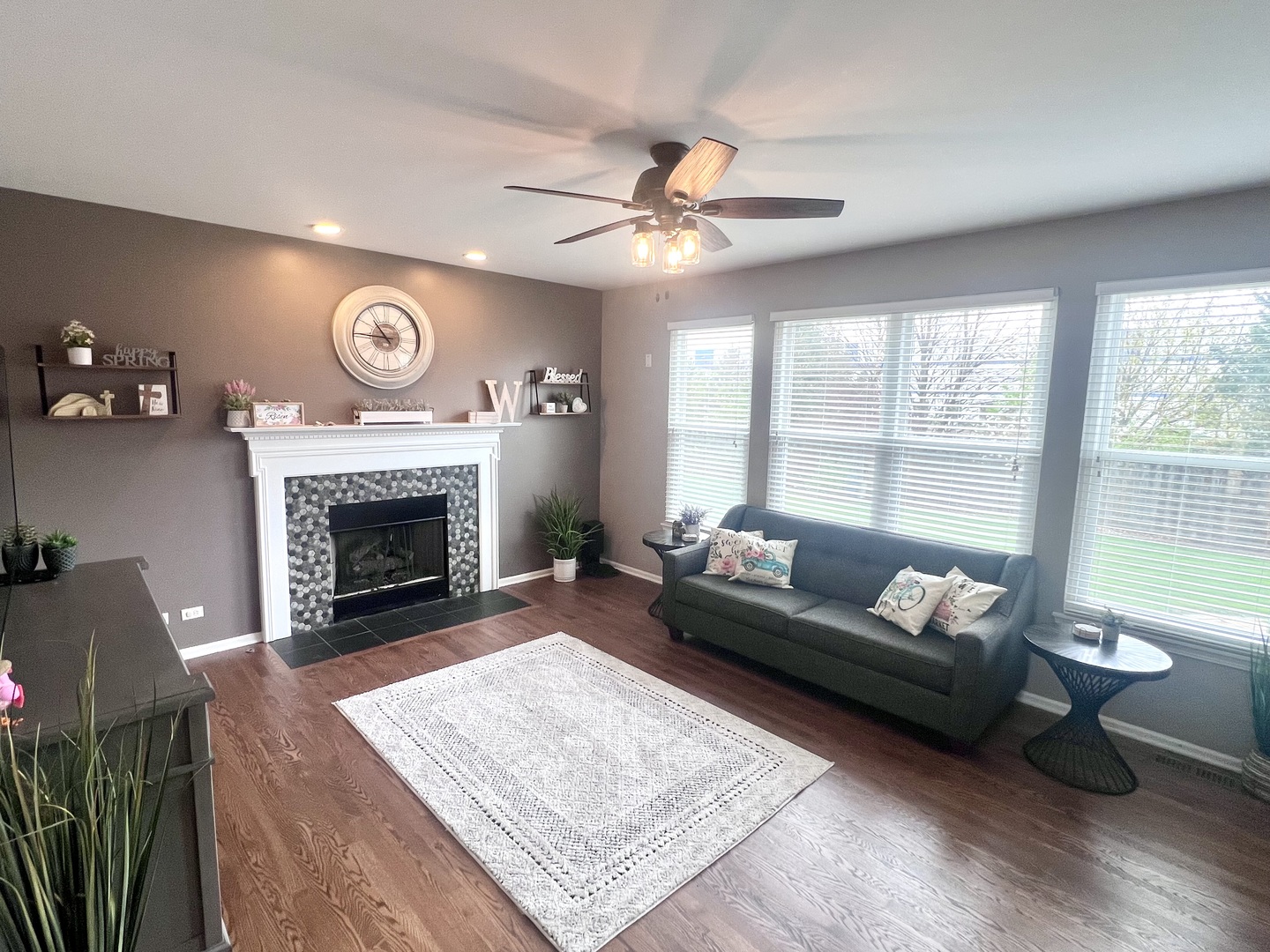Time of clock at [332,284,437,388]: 10:45
